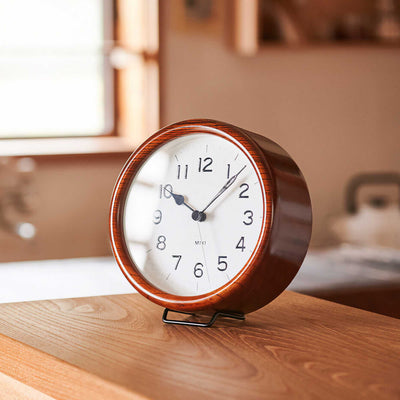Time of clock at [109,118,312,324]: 10:07
